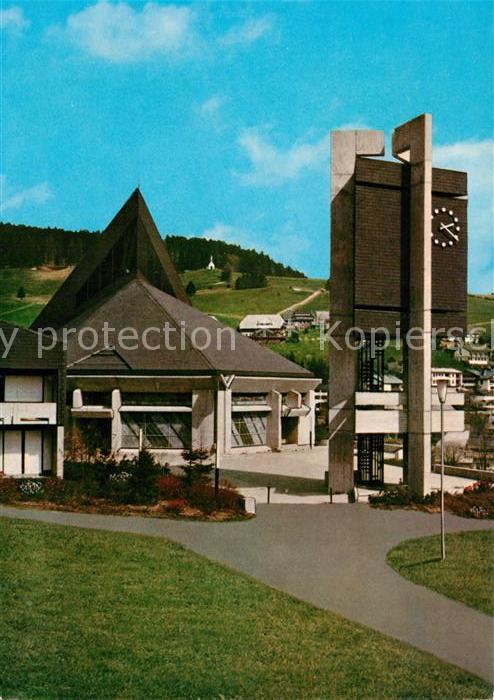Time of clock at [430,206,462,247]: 2:21
